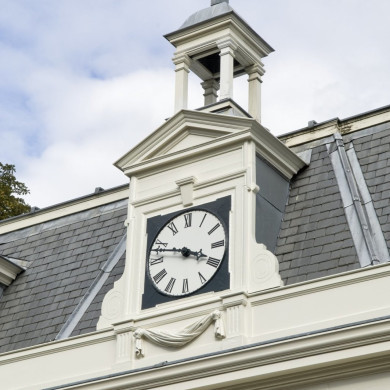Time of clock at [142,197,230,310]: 3:47
